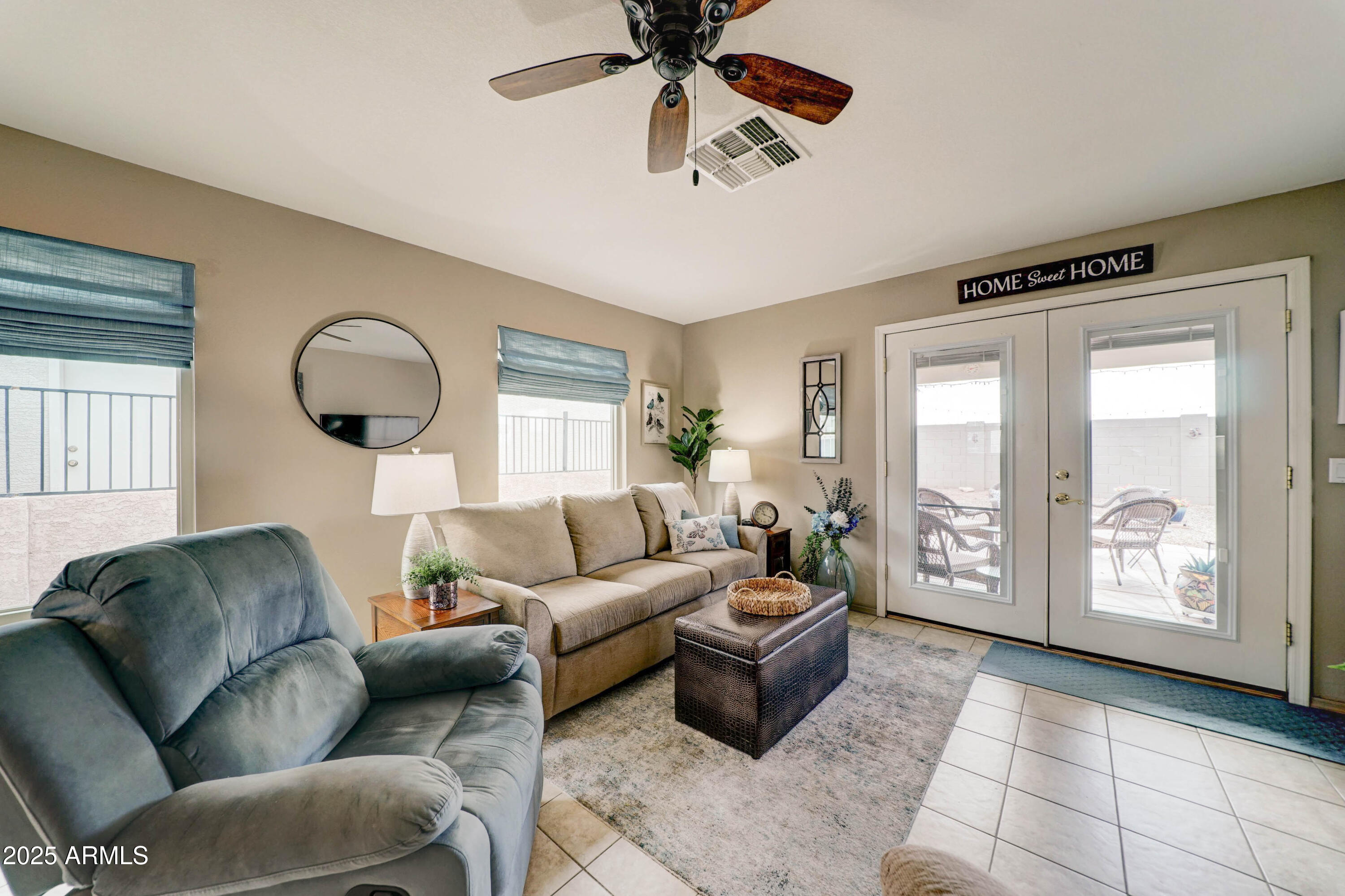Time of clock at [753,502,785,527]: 11:19
